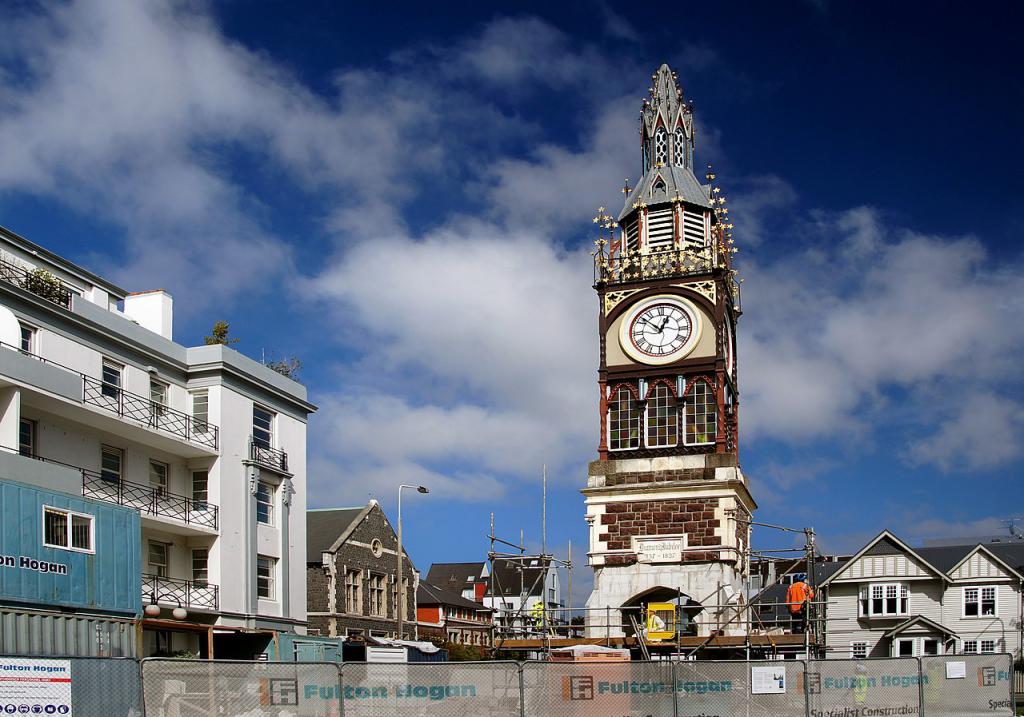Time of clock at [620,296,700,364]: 12:52
